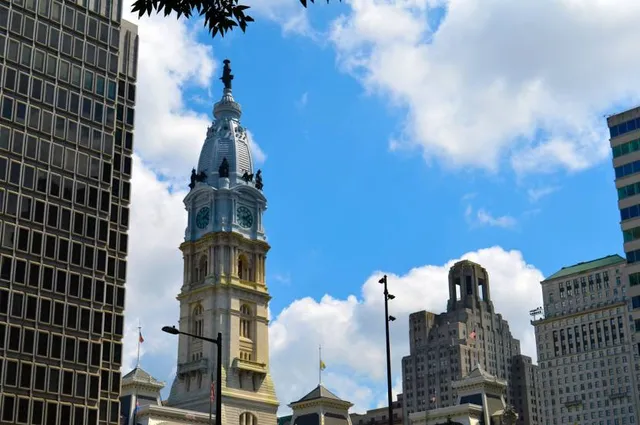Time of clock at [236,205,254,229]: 2:21
